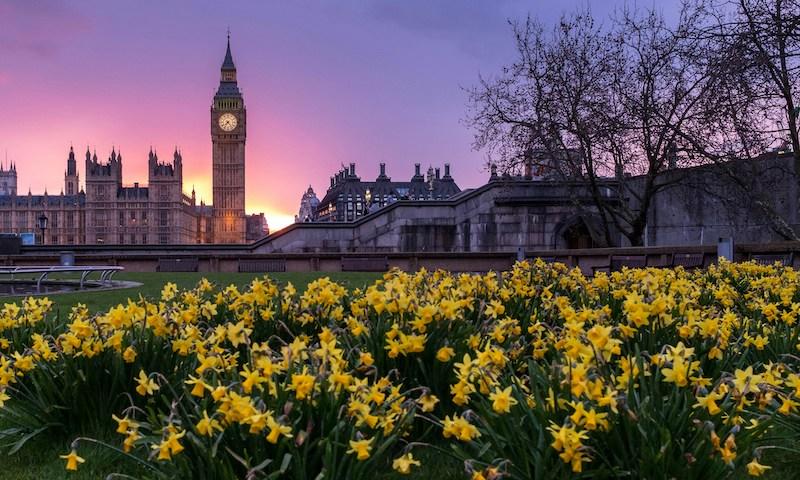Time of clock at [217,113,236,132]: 7:23
